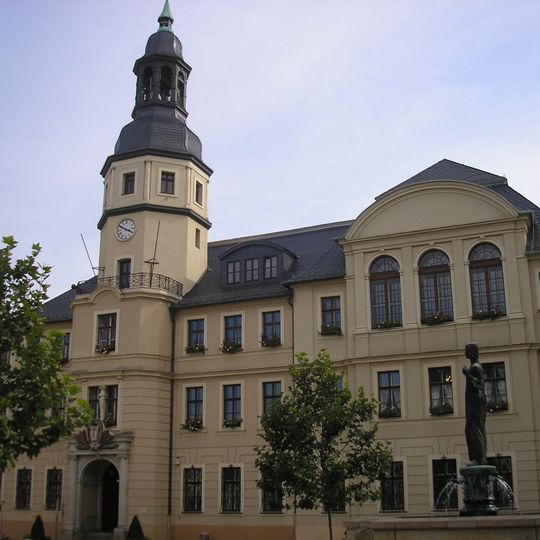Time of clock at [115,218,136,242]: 3:50
